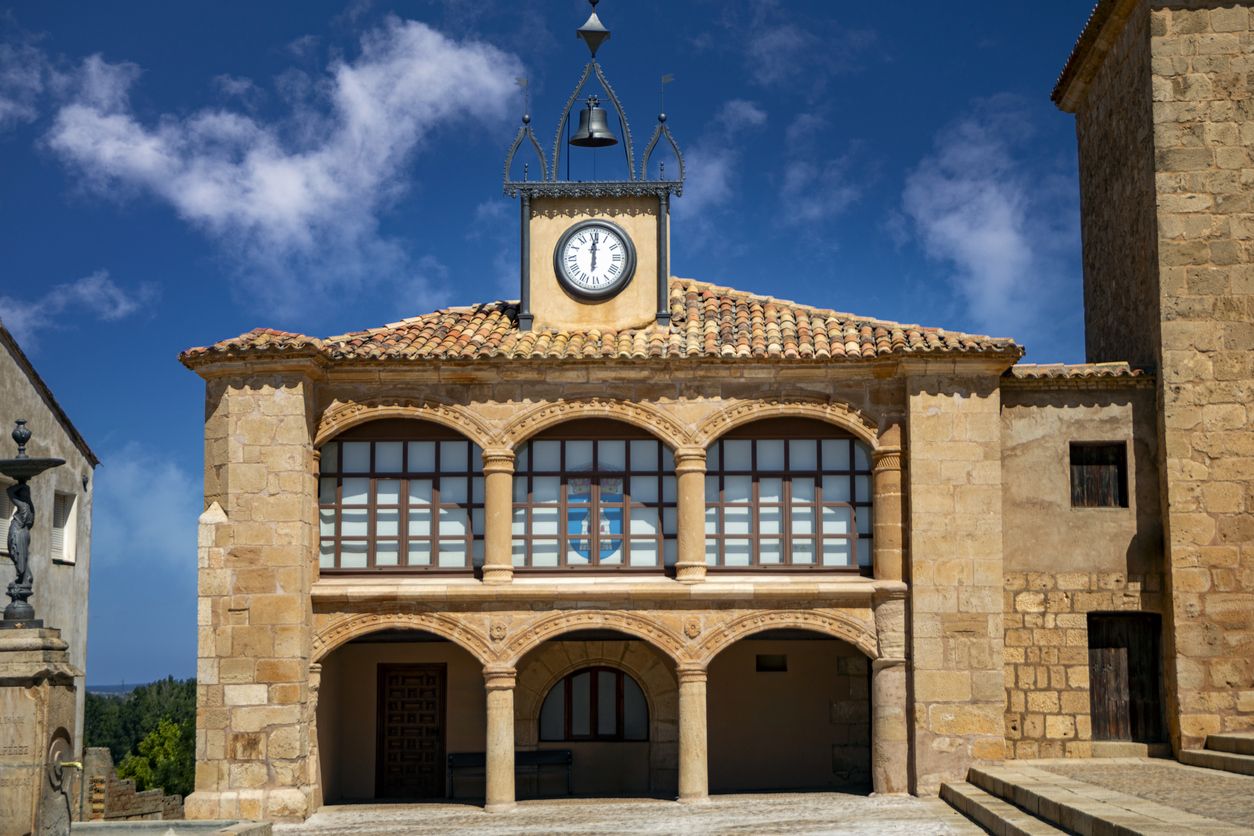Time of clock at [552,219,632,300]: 12:00
